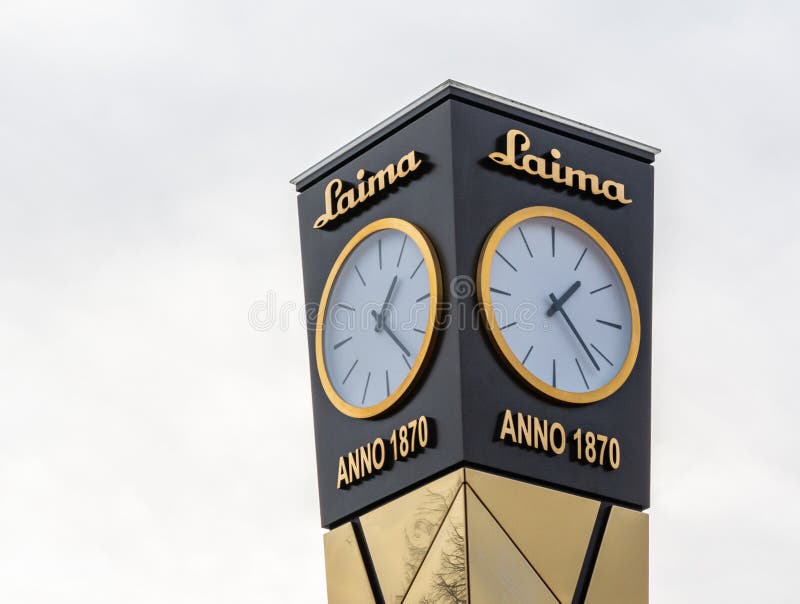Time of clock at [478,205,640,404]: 1:22
